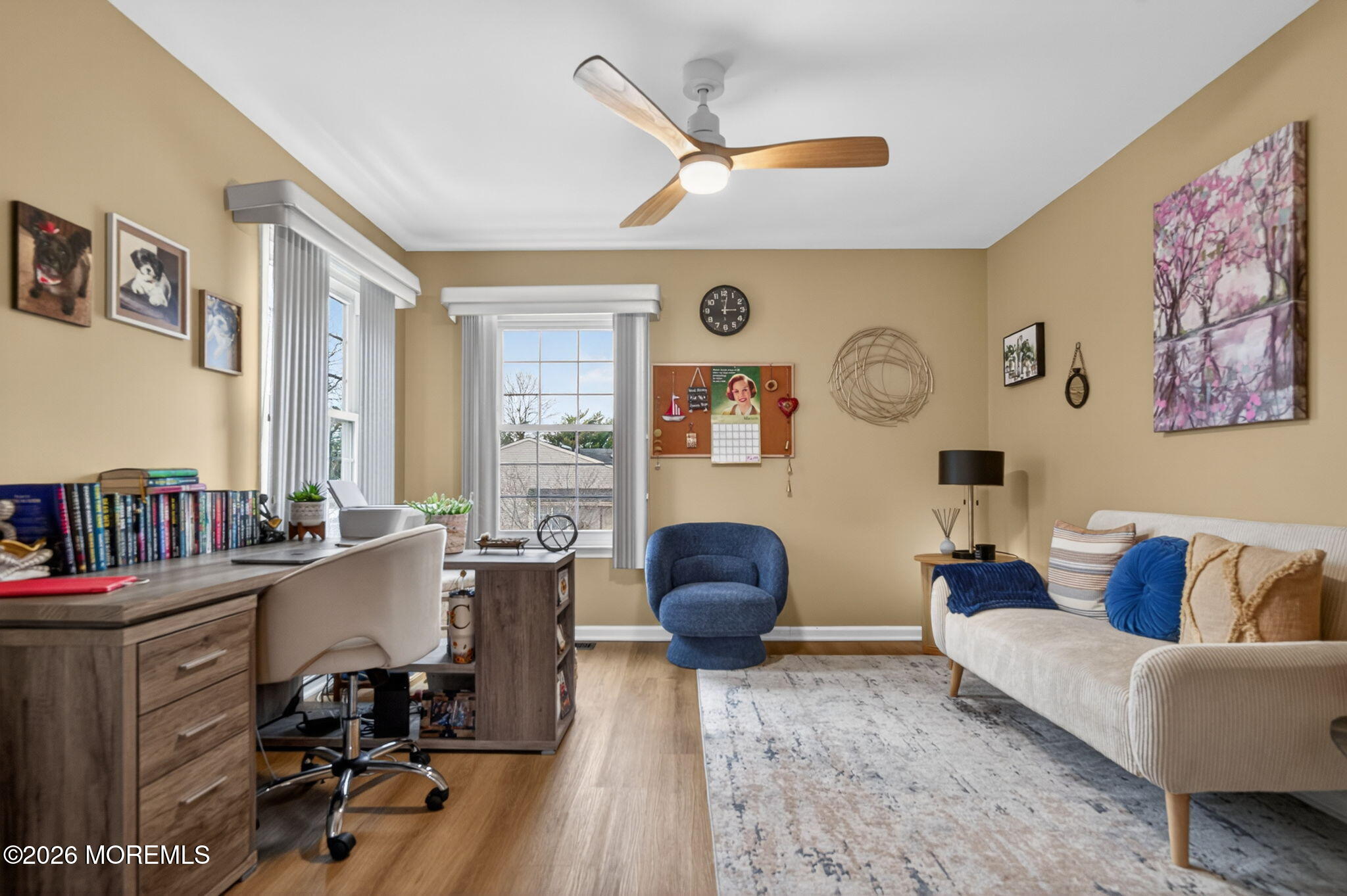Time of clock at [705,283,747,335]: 3:01
